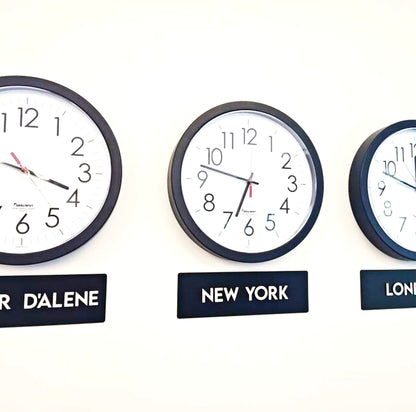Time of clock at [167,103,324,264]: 6:47
